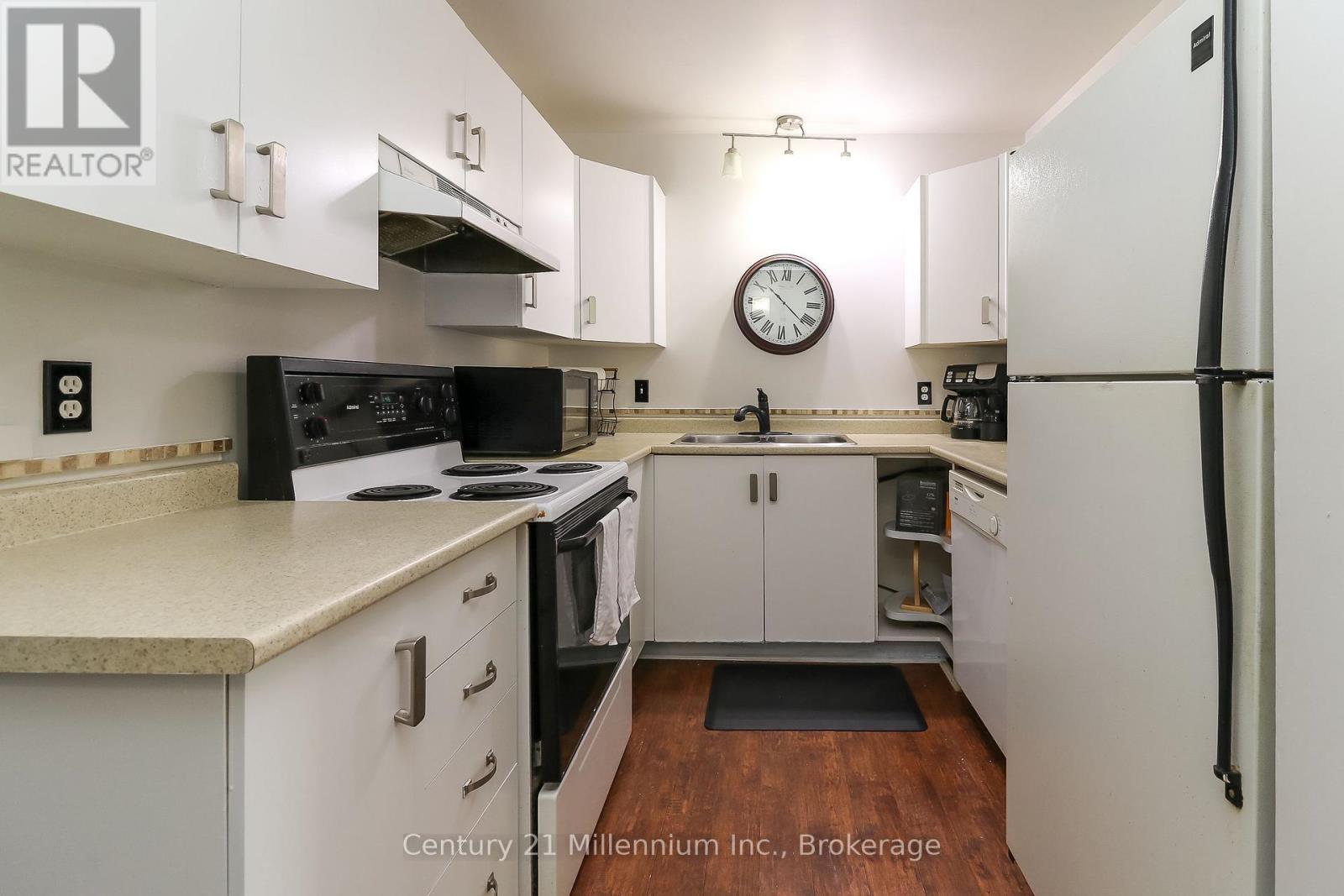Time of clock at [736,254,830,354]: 10:21
